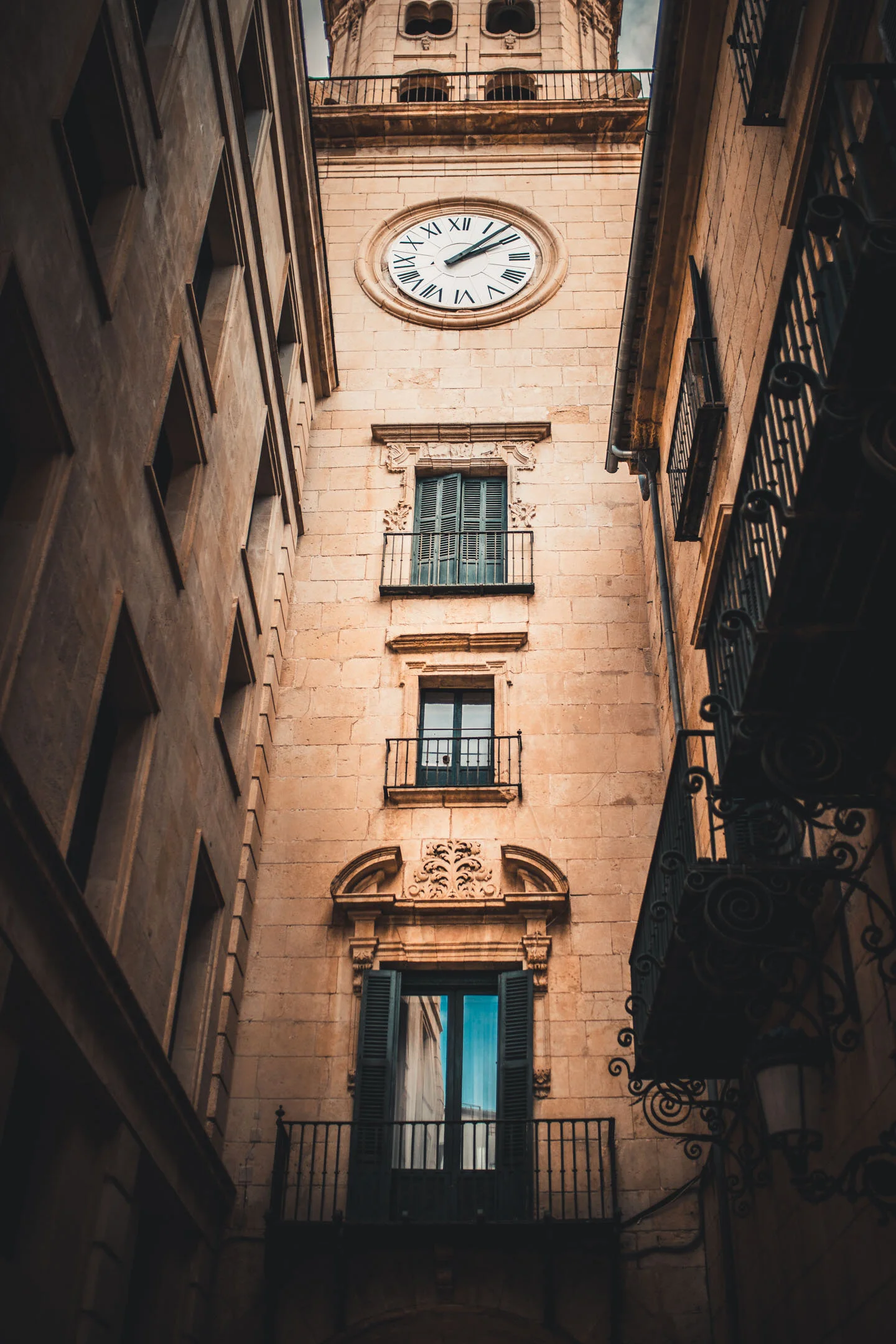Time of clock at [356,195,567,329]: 2:07
